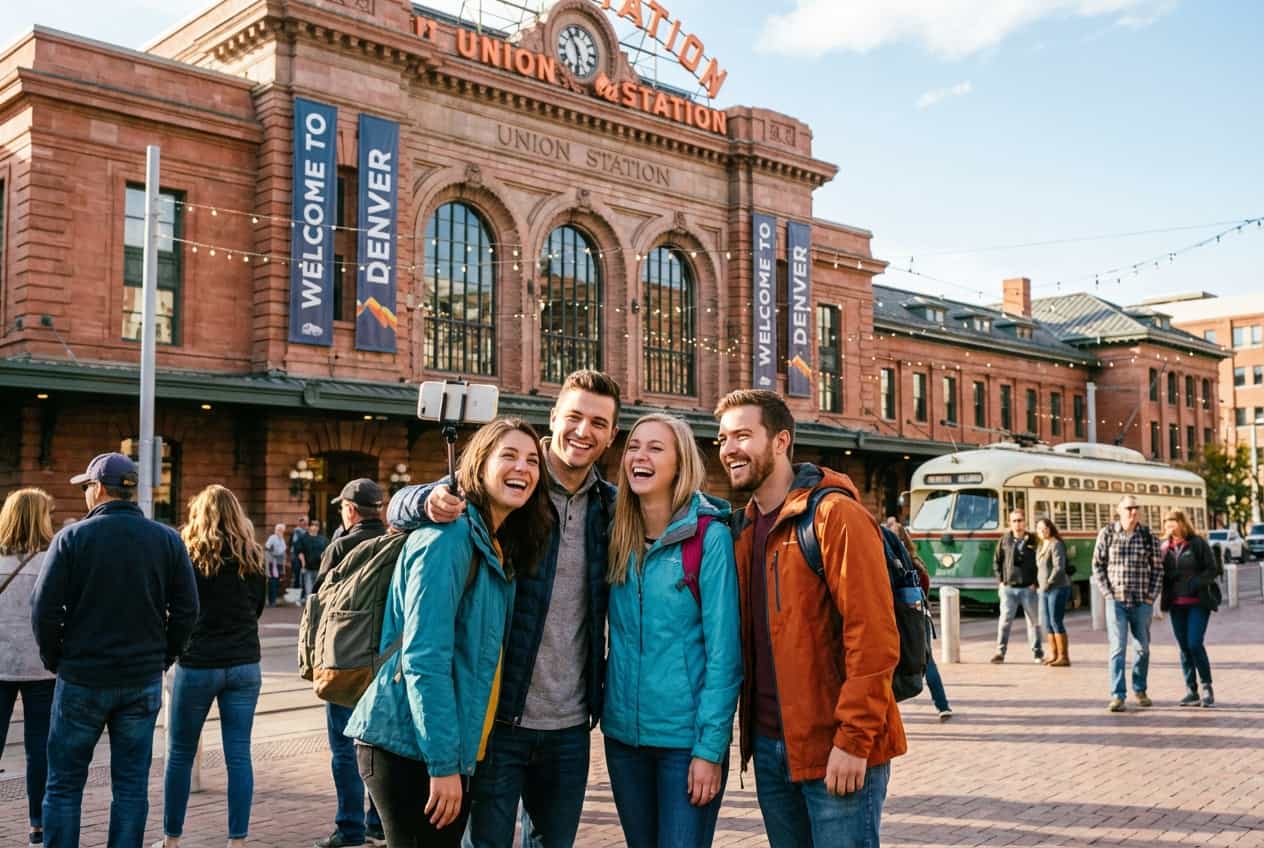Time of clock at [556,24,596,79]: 5:54
